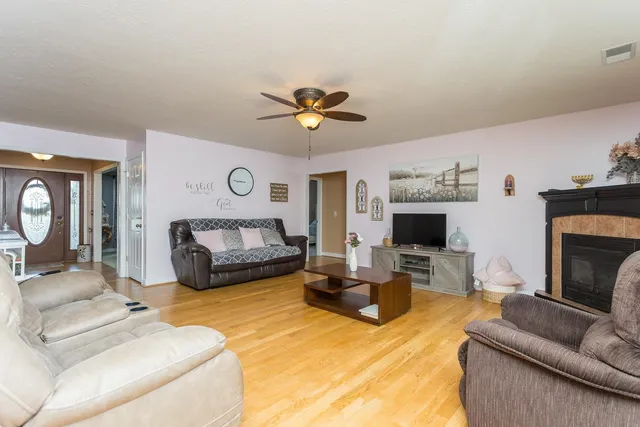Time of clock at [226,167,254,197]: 8:45
